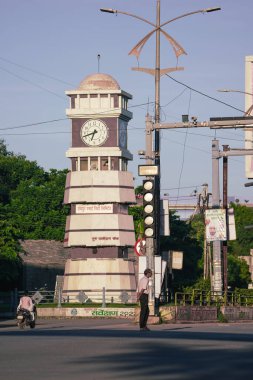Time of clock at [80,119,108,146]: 6:41
